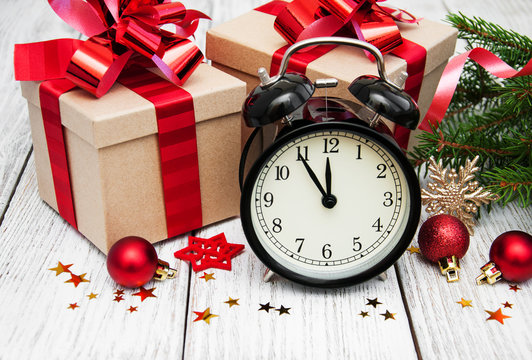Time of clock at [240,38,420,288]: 11:54
